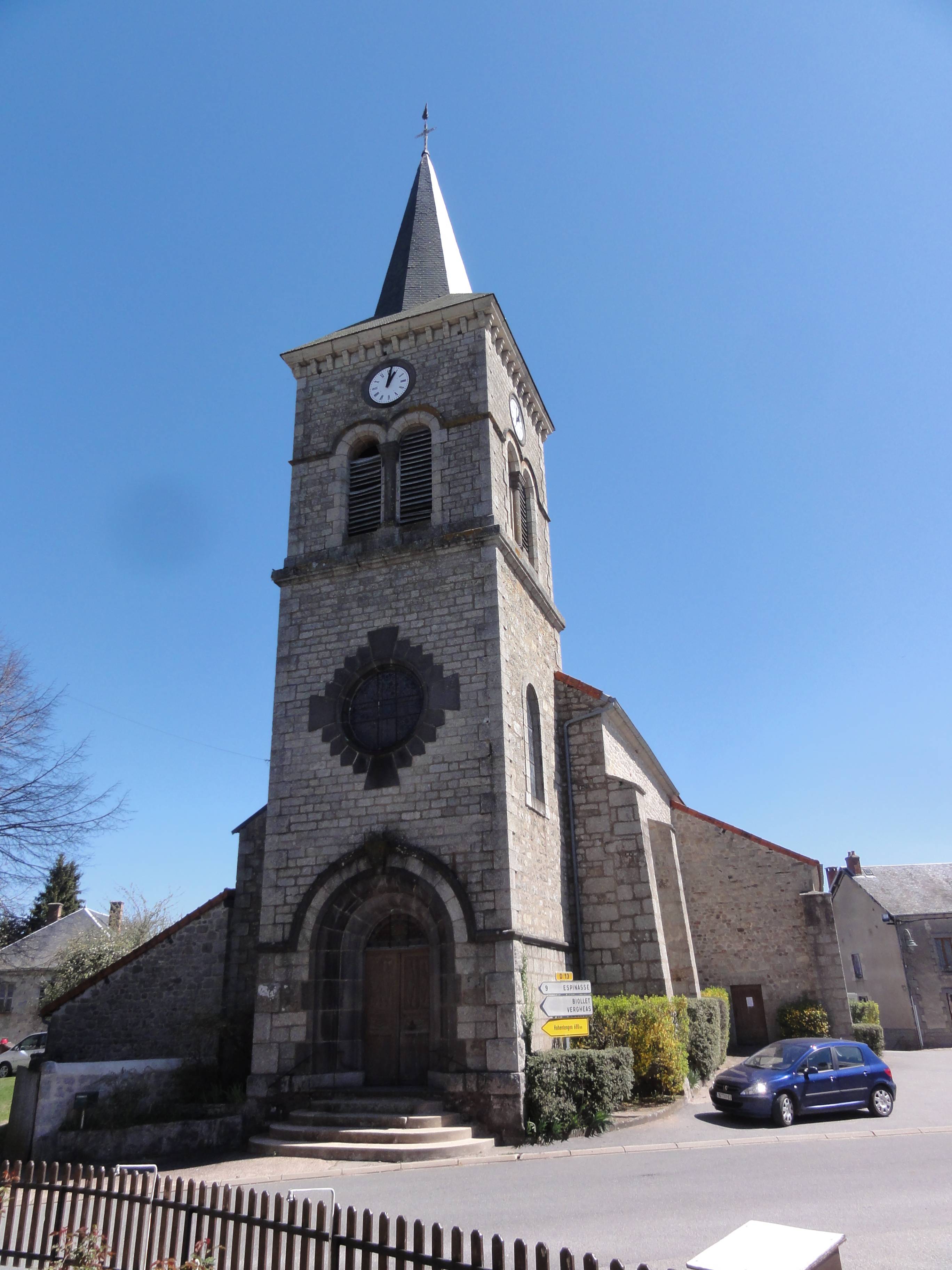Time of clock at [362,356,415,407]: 1:02
